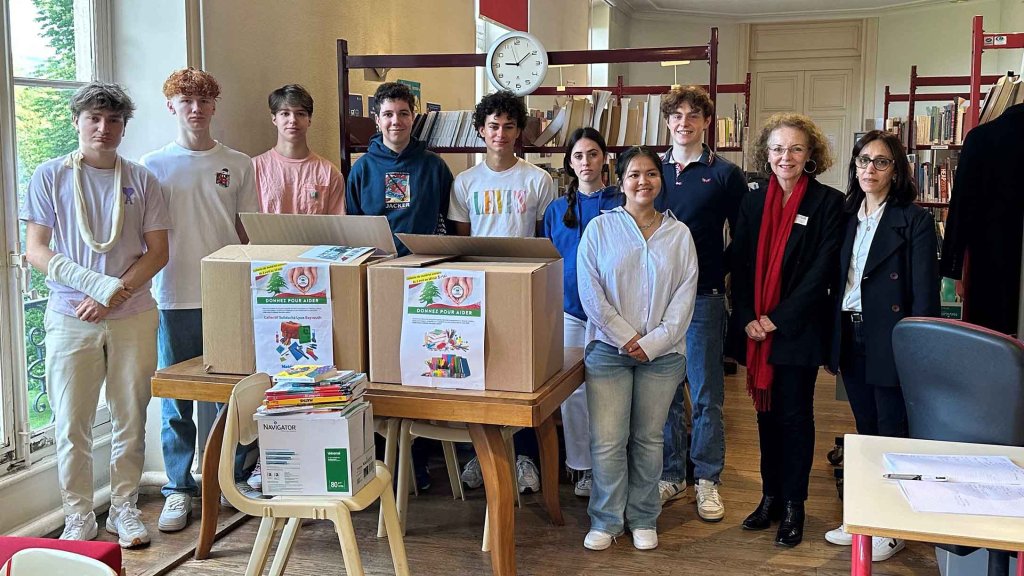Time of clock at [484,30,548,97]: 9:08
